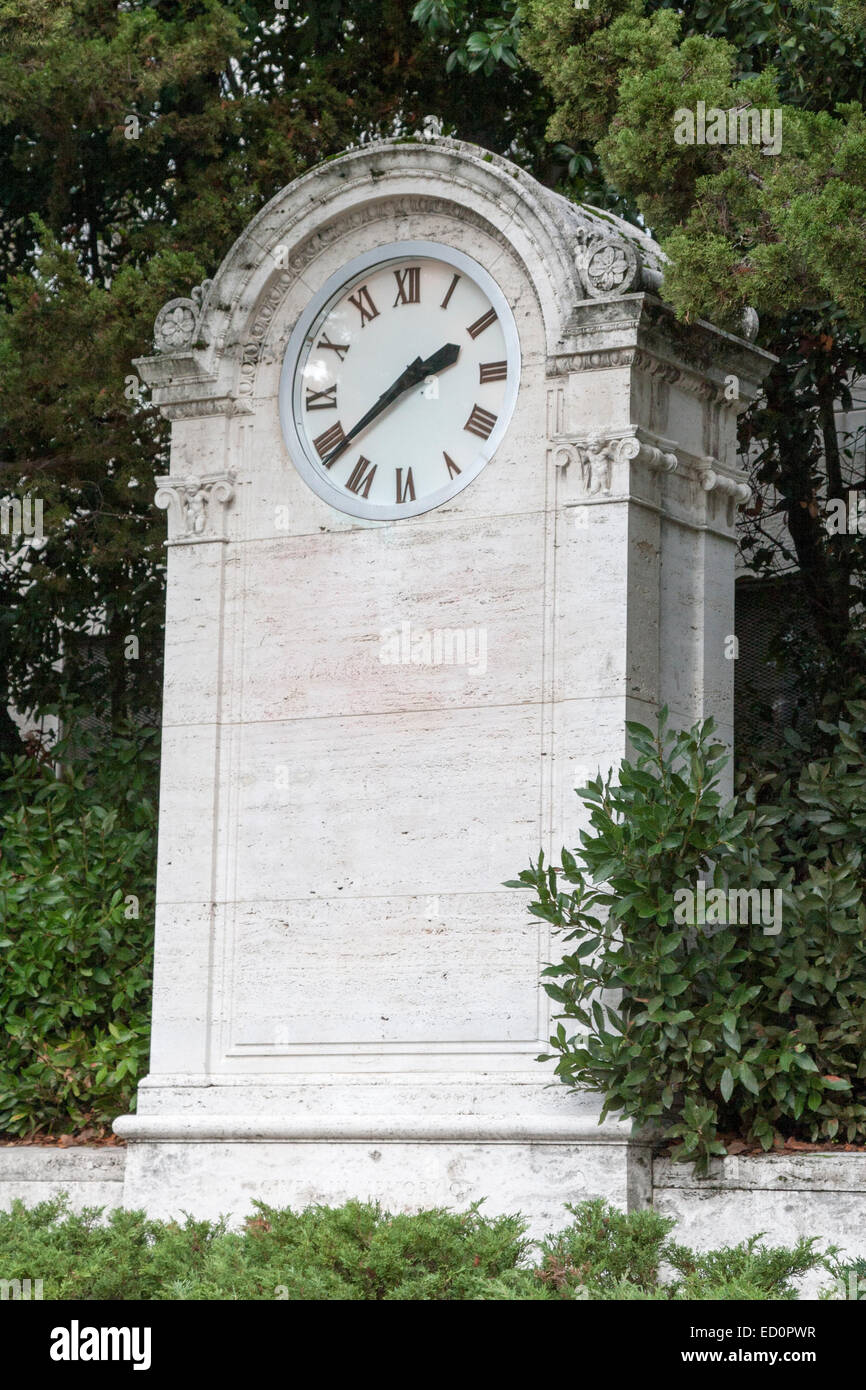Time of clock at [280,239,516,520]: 2:38
